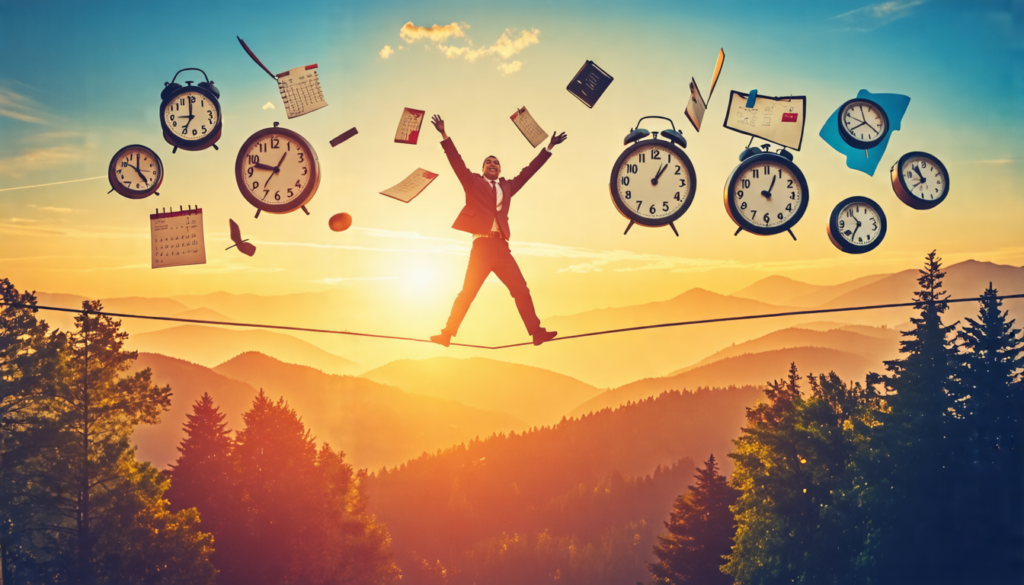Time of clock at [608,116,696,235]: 1:06
